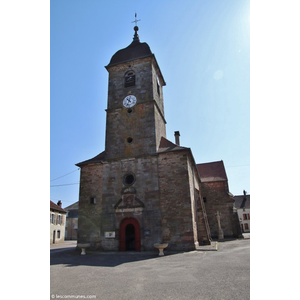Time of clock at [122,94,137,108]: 10:34
